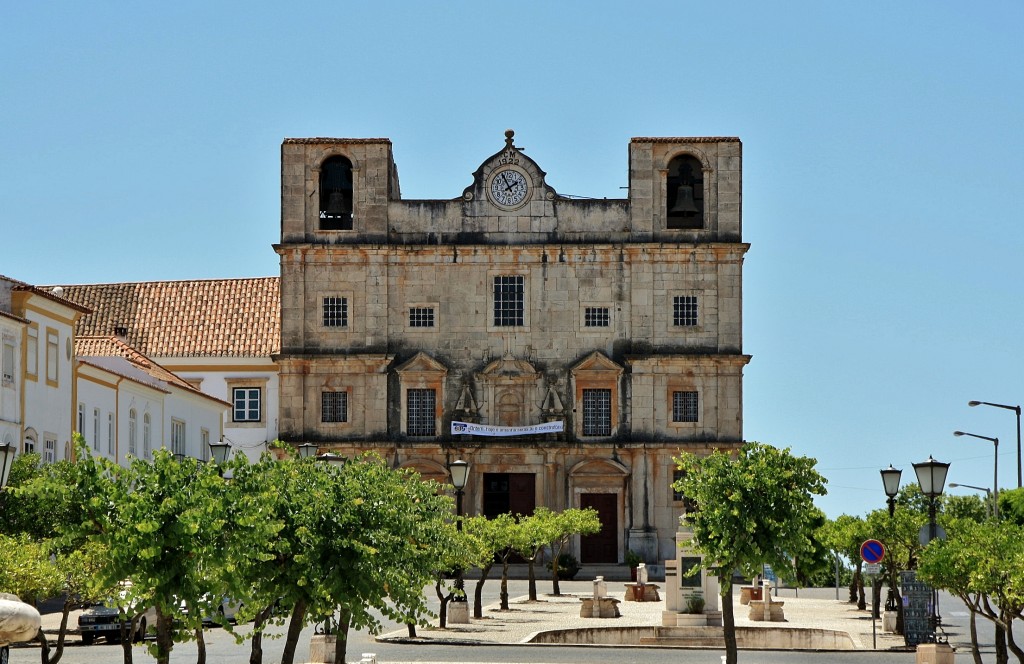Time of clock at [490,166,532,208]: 1:56
